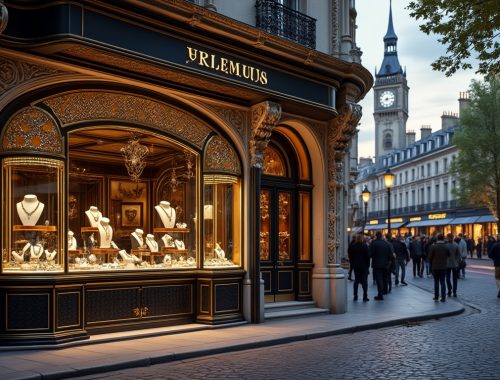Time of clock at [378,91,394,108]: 8:14
